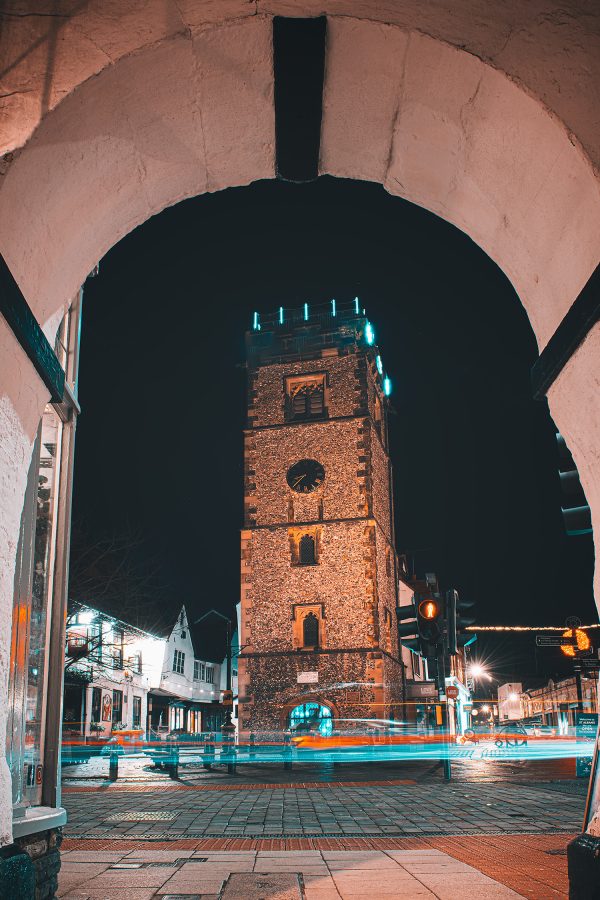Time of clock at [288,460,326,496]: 8:37
